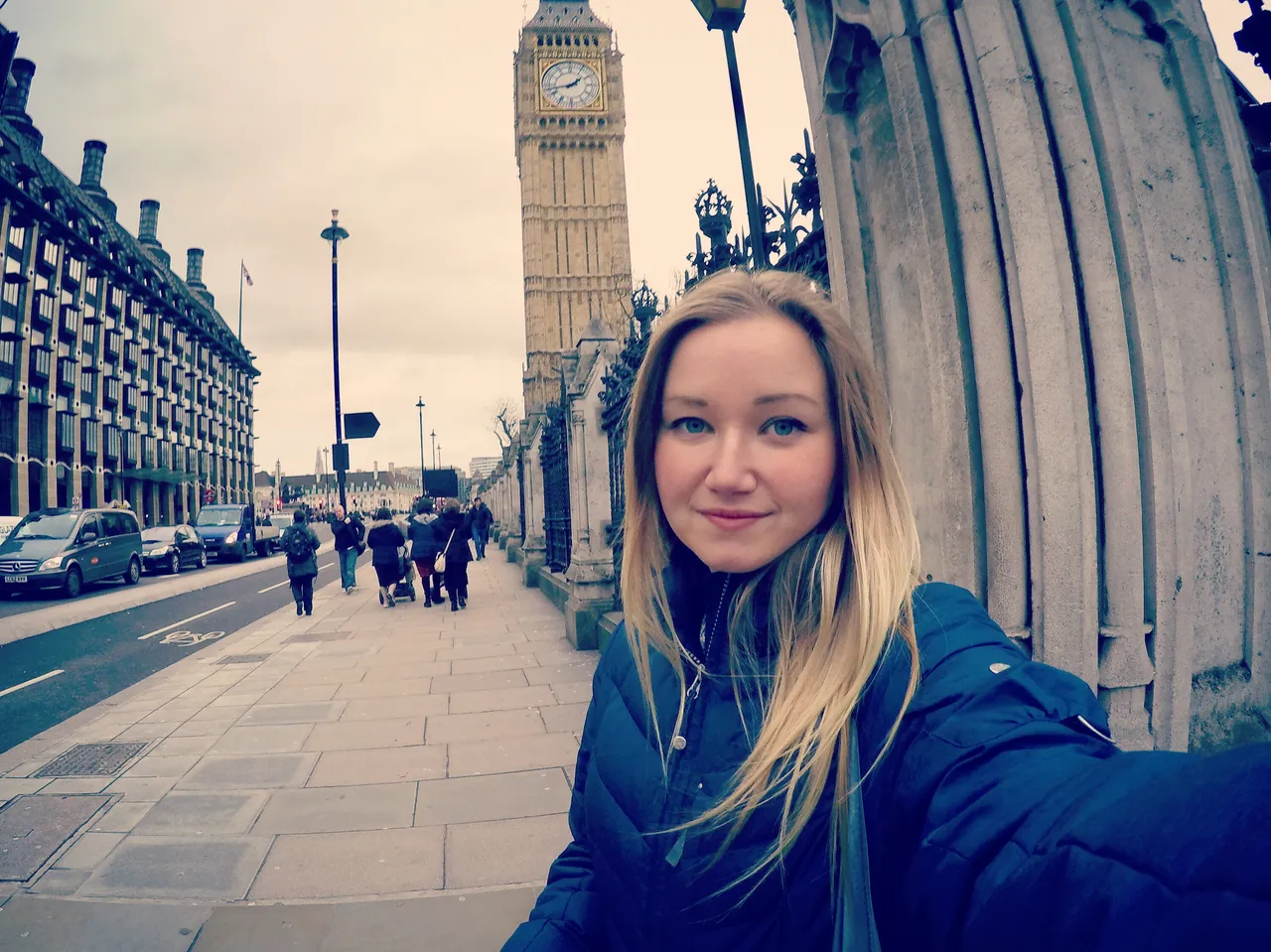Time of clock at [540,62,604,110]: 1:42
